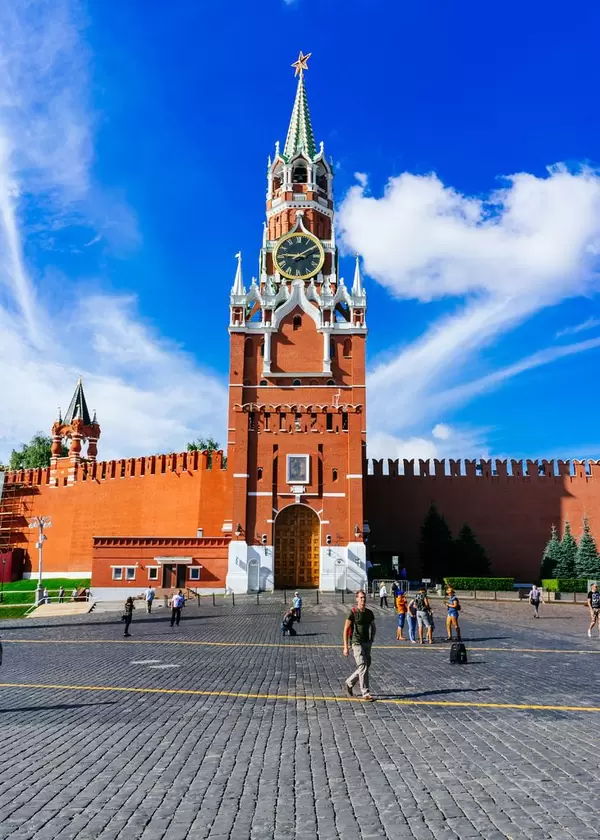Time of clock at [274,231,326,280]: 9:09
